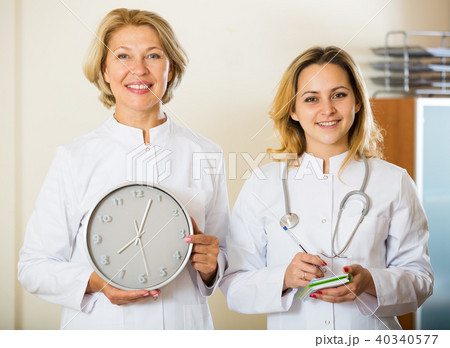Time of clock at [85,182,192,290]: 8:03
